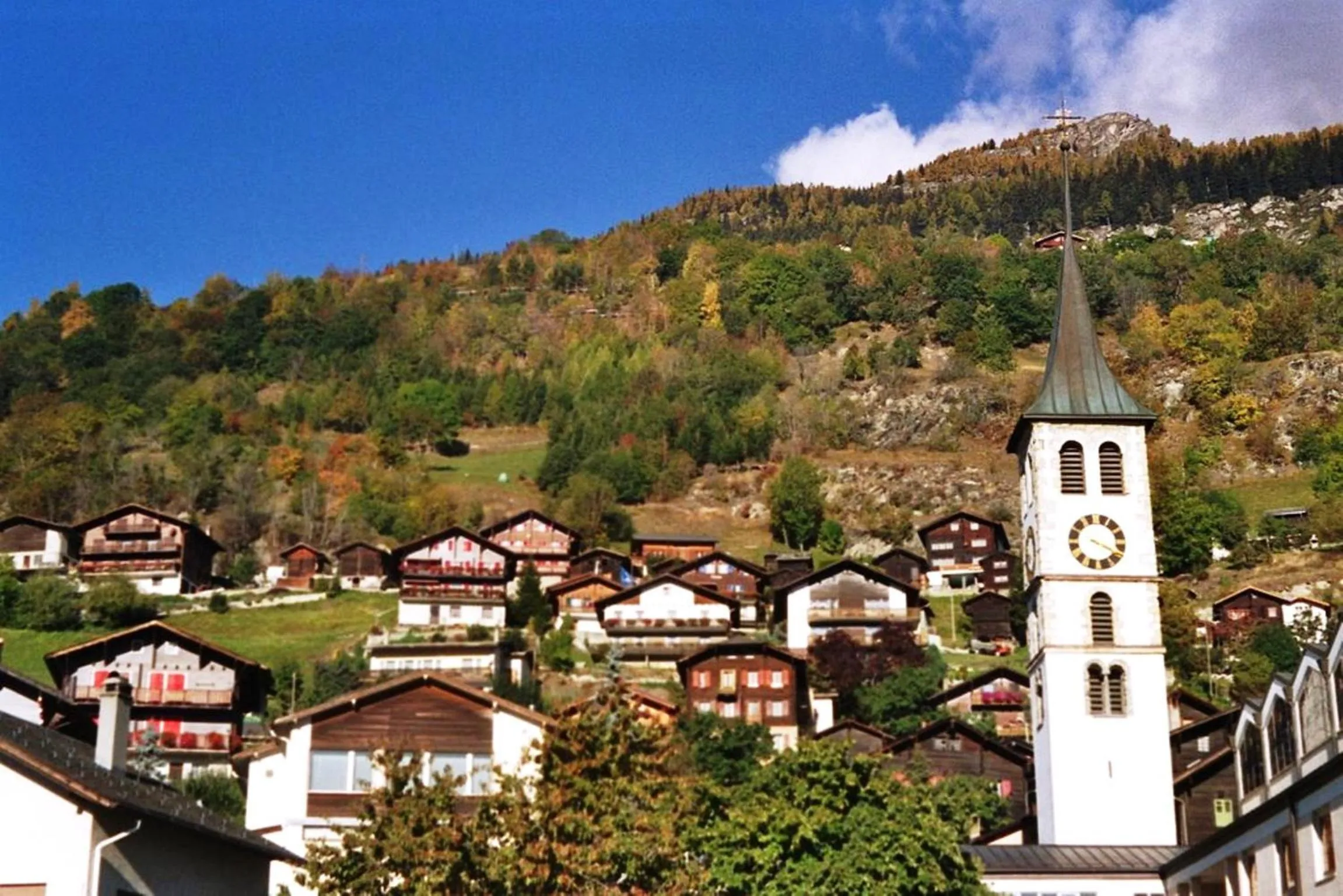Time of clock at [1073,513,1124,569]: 3:18
